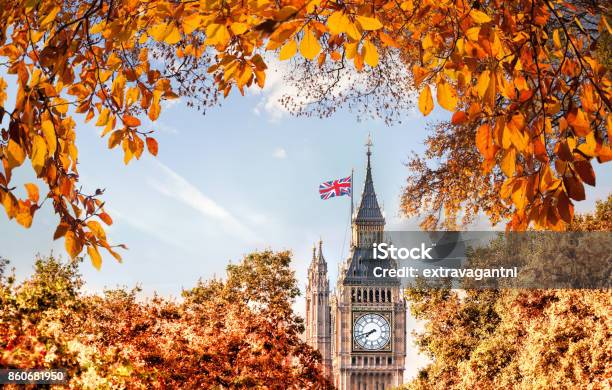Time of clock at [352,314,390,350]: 7:42
